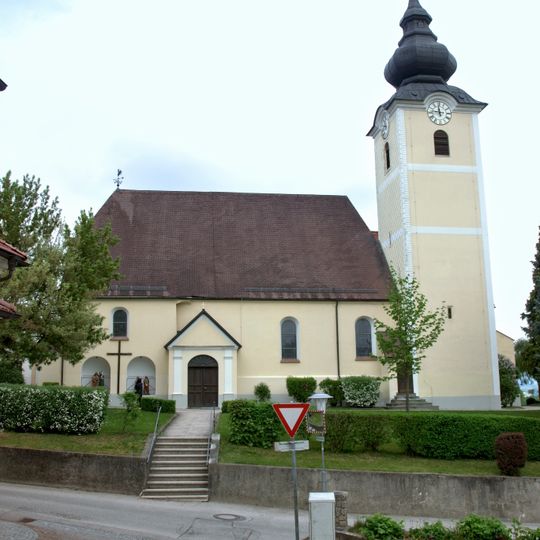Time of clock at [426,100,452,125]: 11:46
